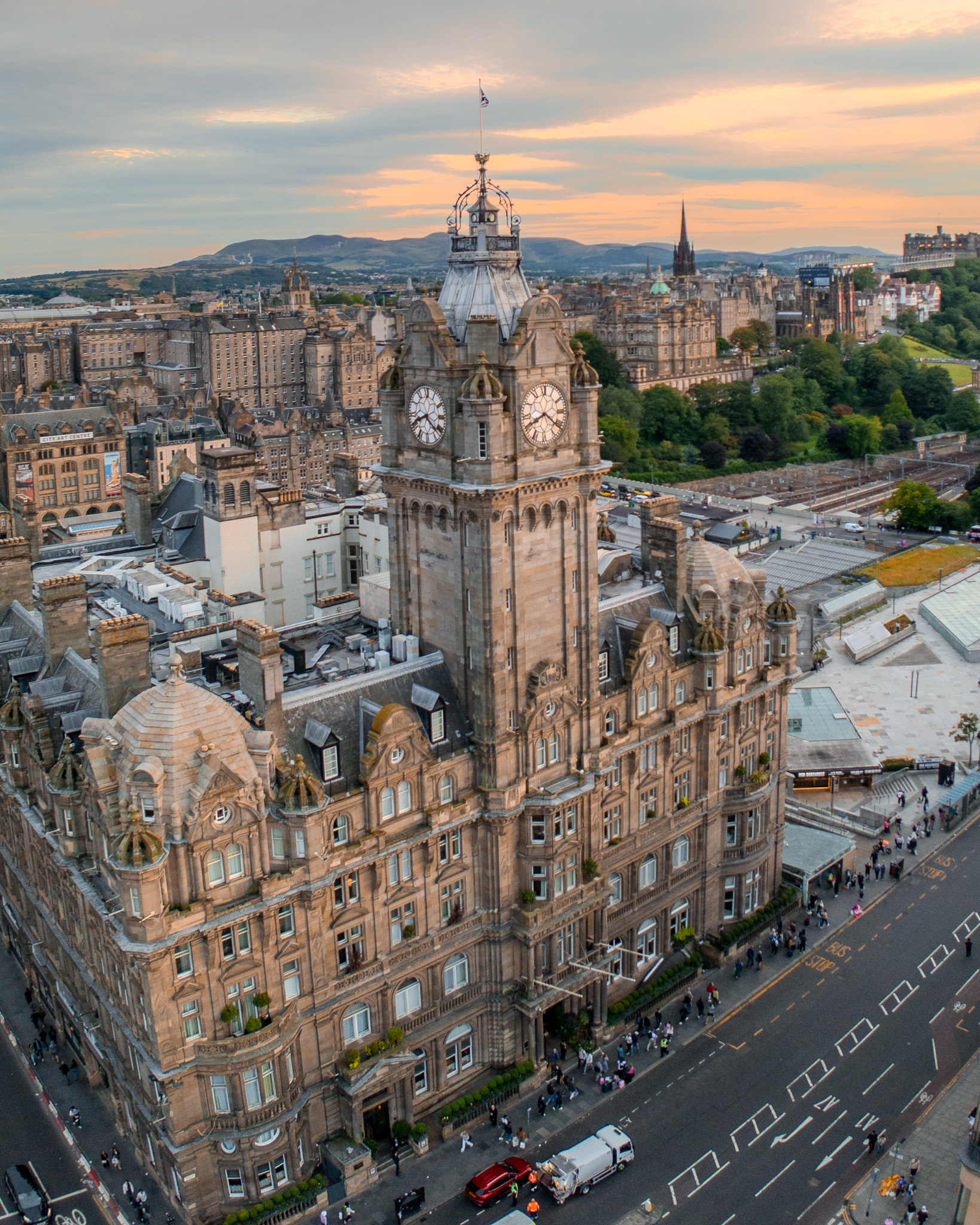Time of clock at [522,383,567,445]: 8:21
